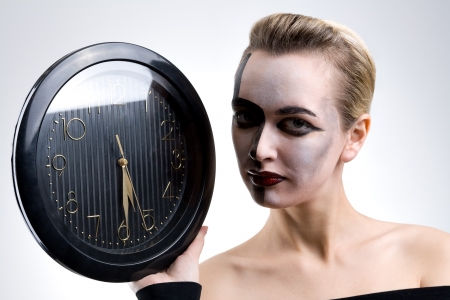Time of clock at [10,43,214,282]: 5:29
